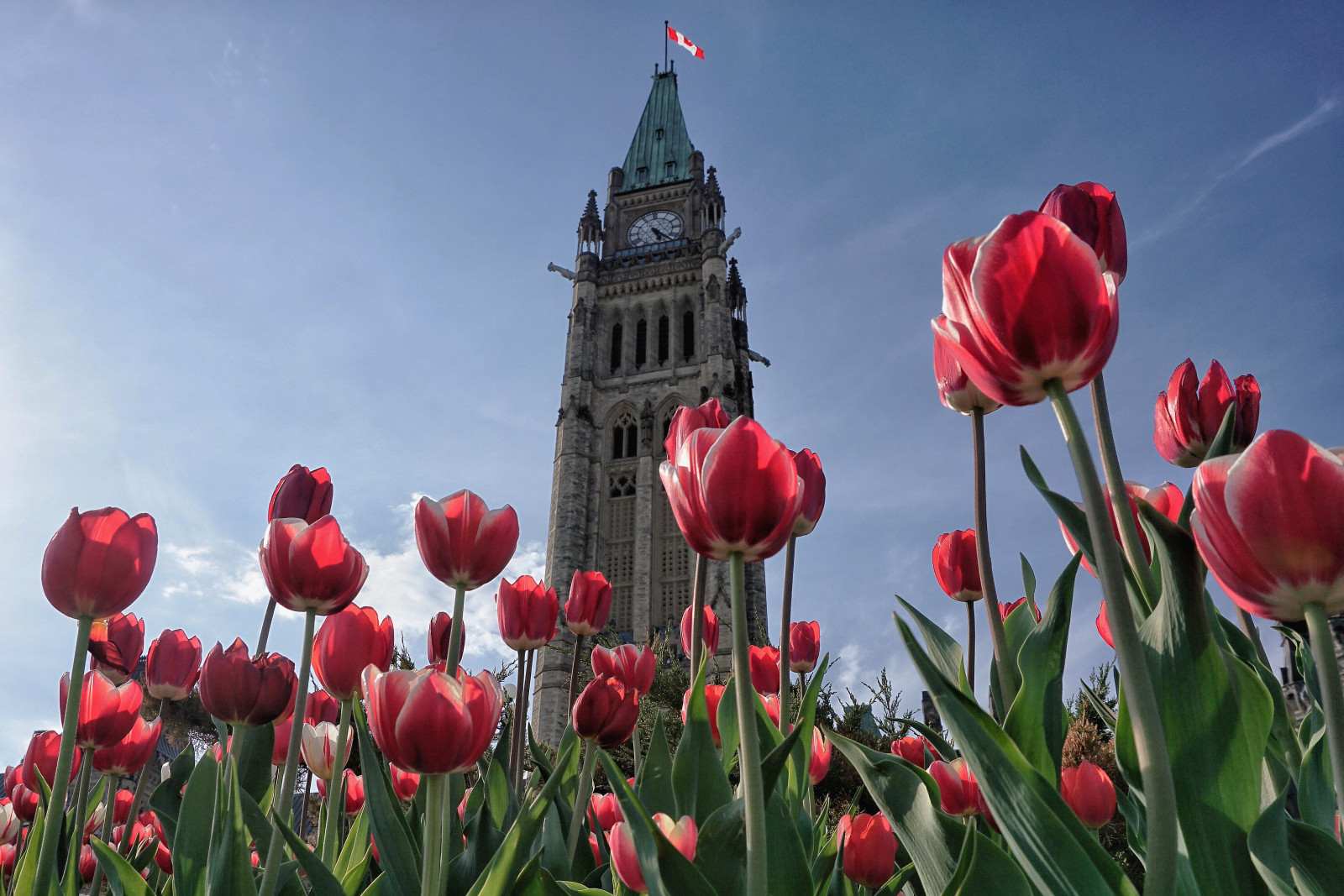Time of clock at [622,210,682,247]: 5:21
